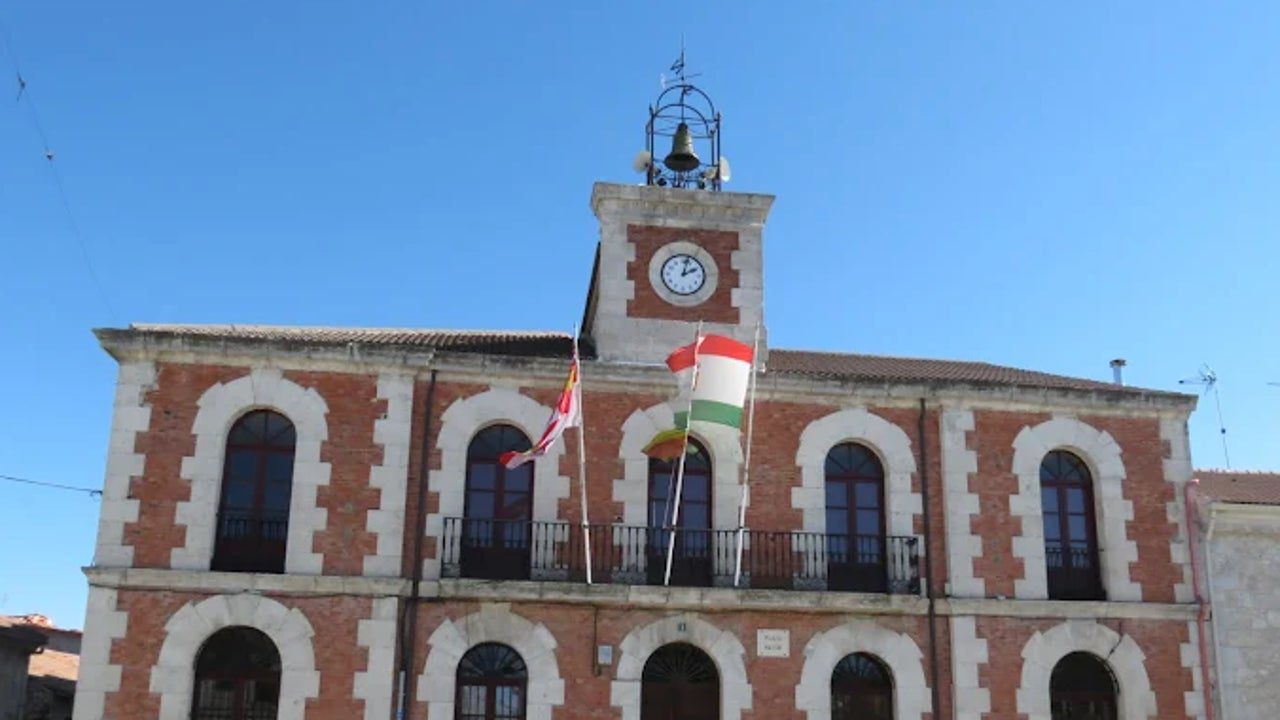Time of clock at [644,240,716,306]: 2:02
